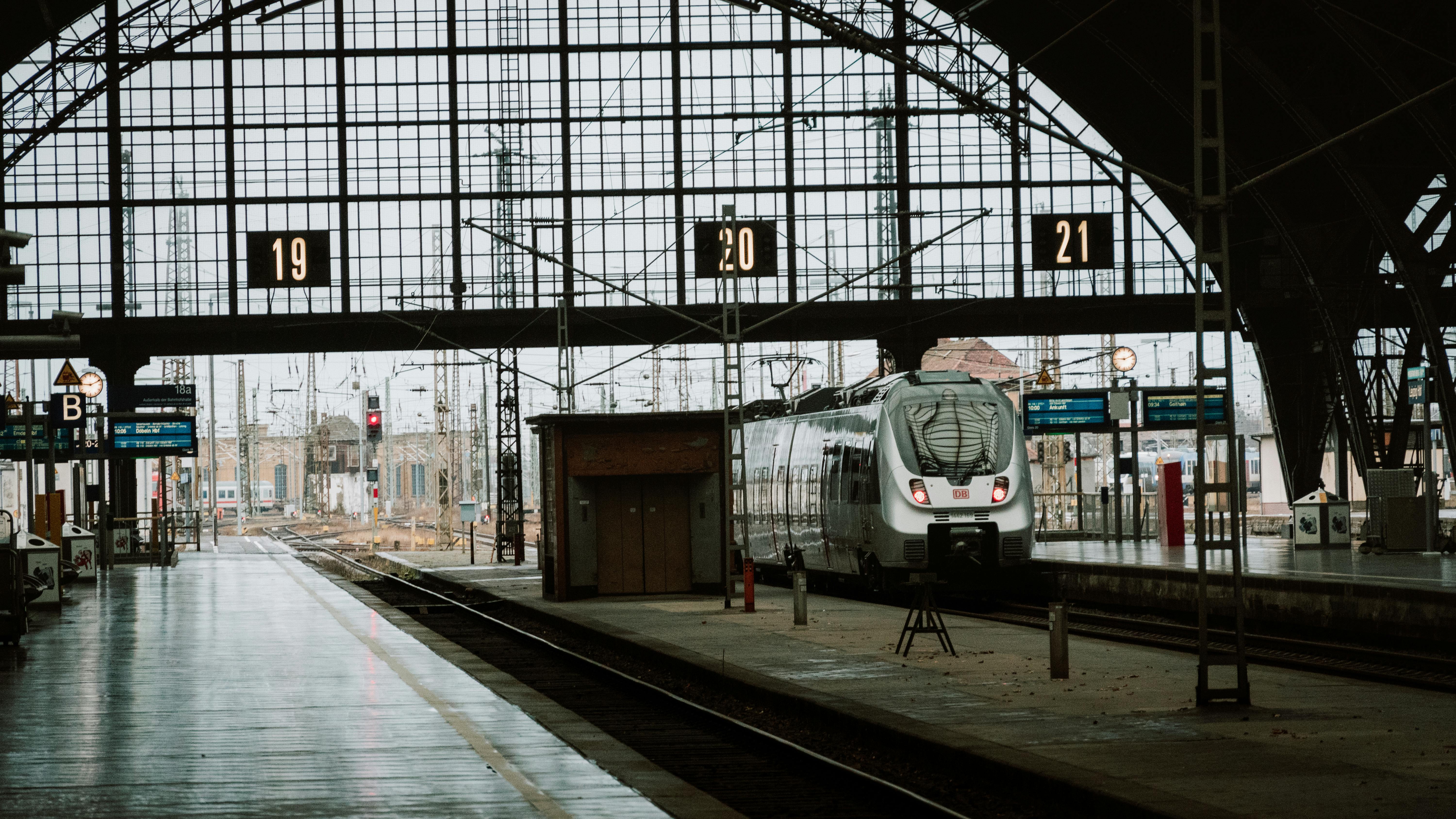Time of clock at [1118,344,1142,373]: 9:10
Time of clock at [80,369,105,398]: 9:10
